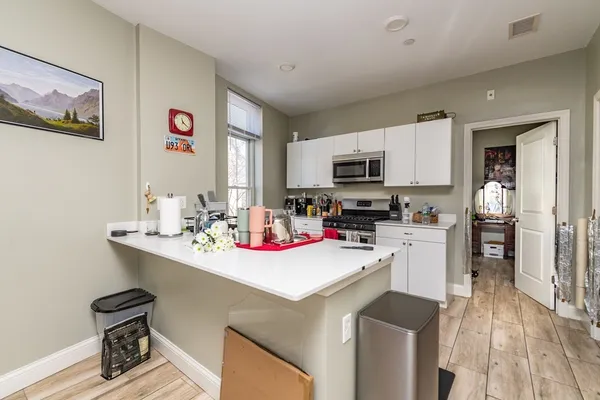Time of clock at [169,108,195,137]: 11:21
